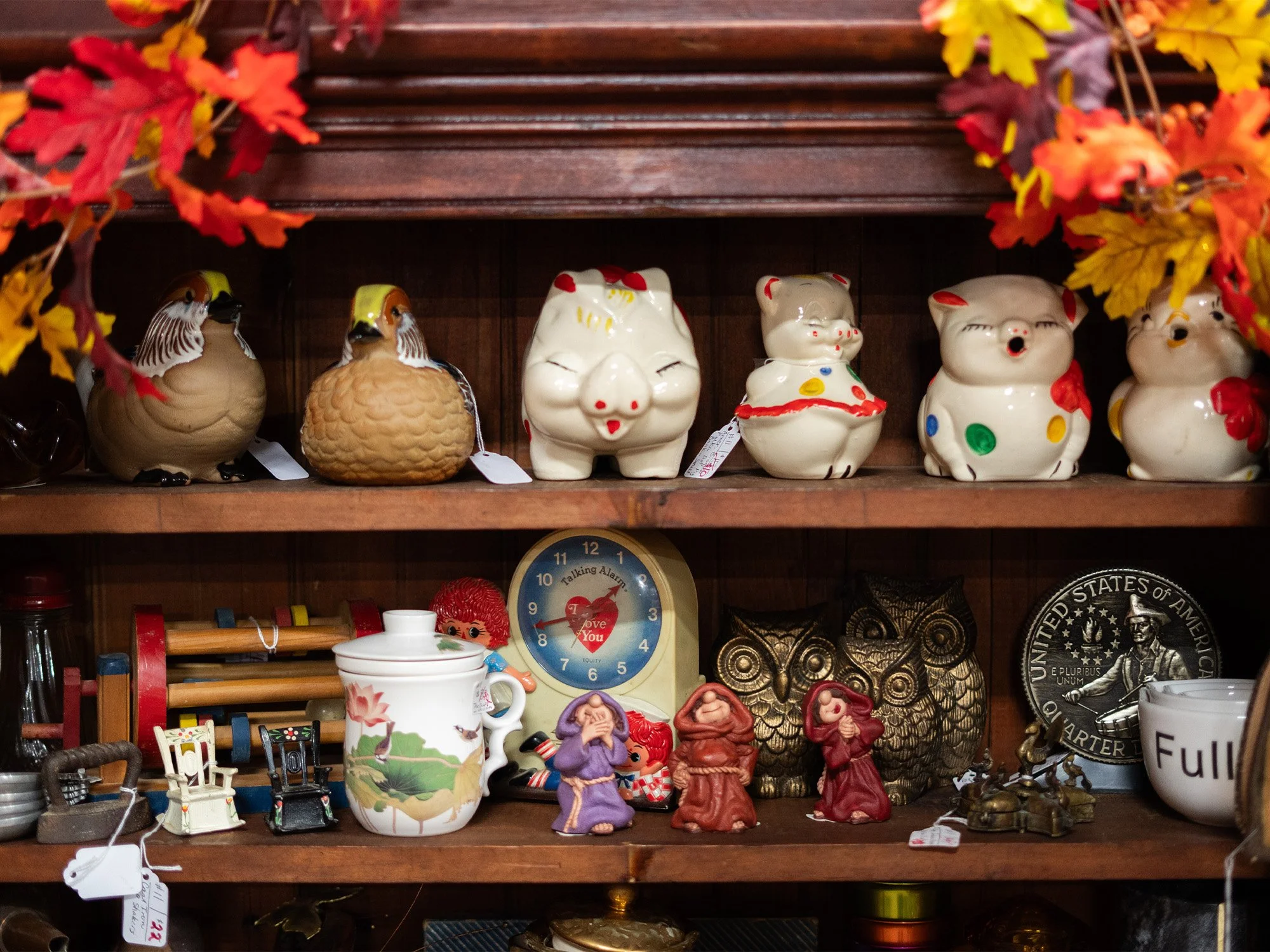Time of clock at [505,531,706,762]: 1:42
